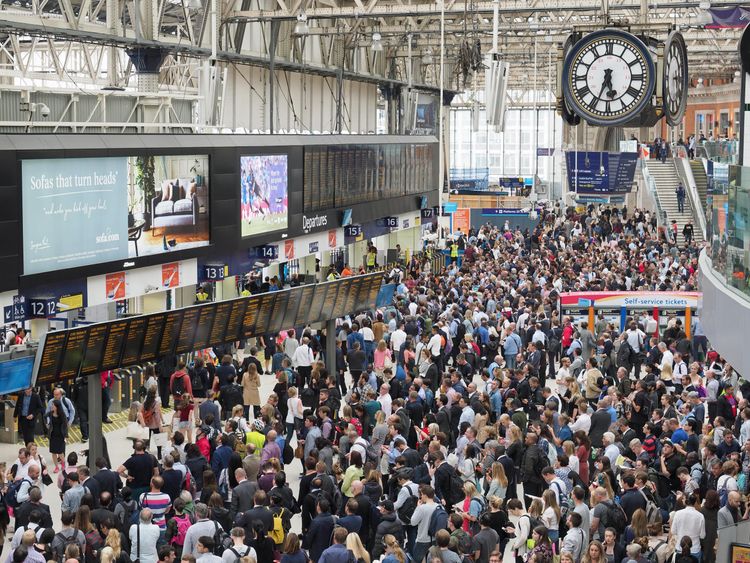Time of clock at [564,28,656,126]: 5:33
